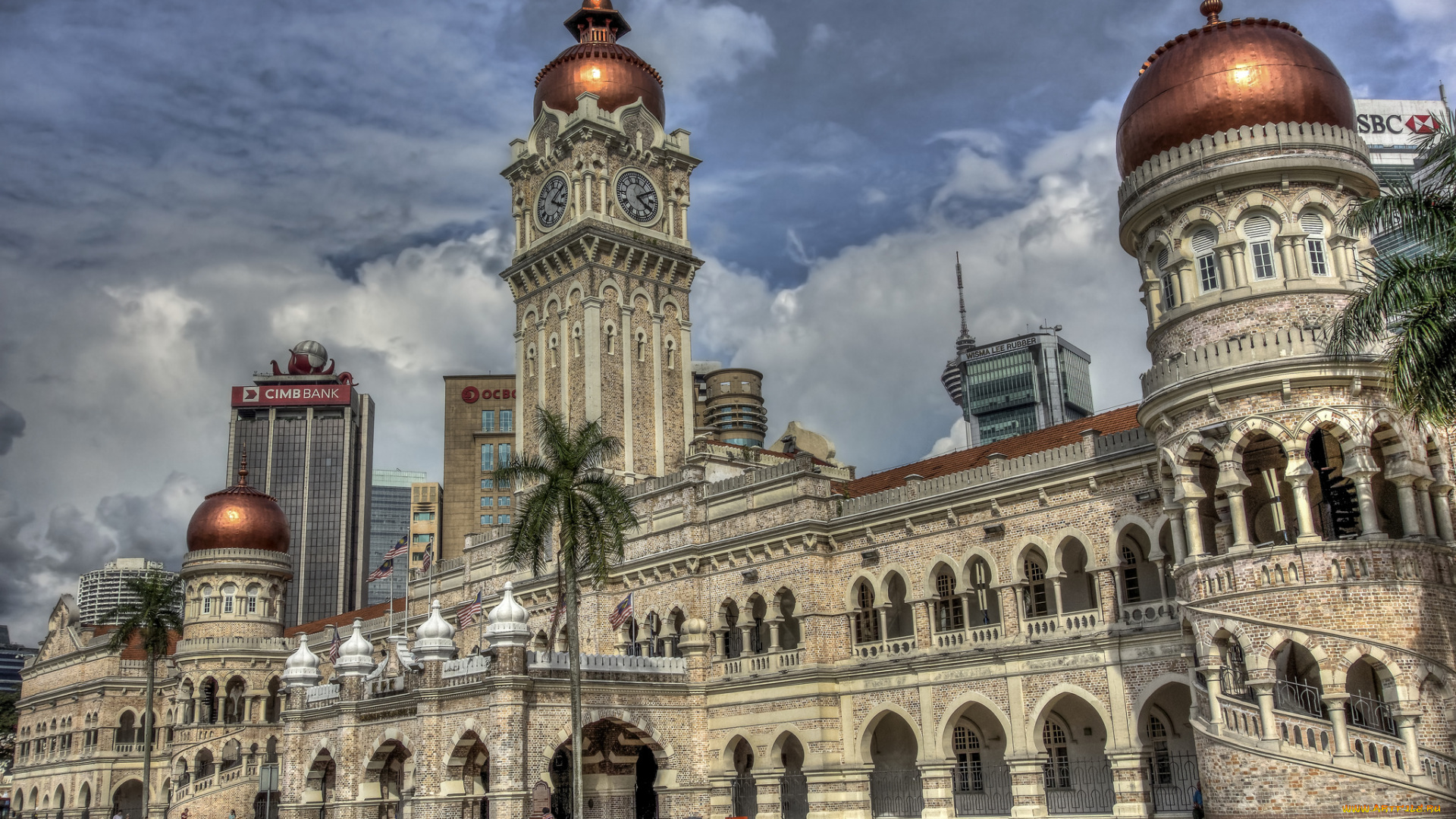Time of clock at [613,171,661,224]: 4:09
